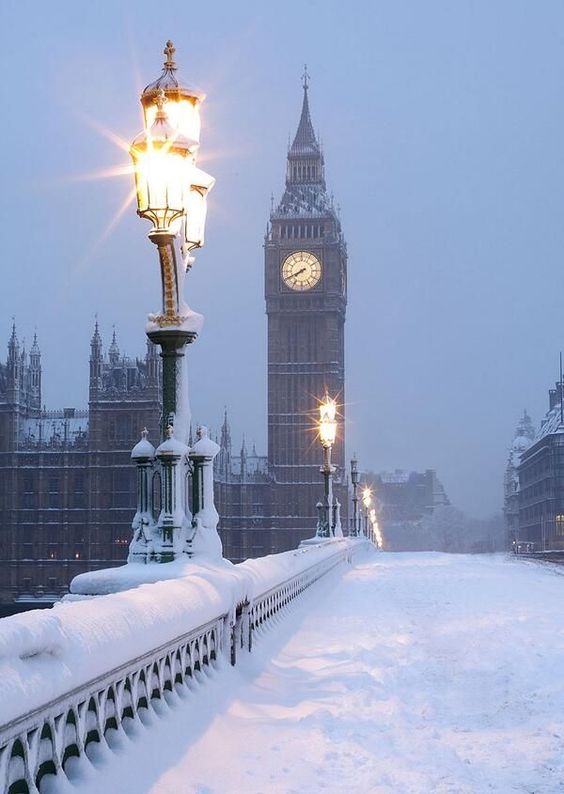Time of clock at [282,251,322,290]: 7:40
